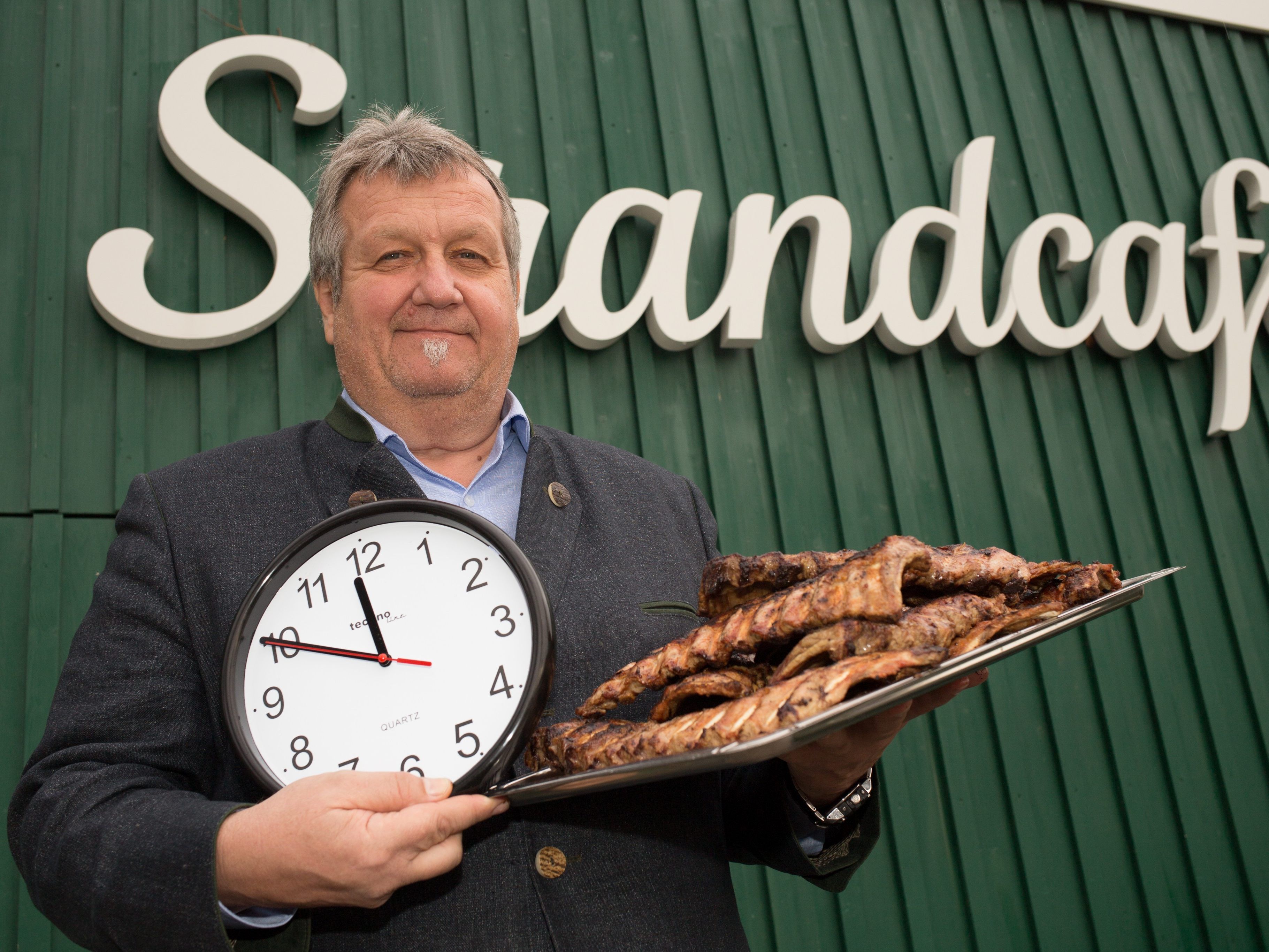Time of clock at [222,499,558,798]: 11:49
